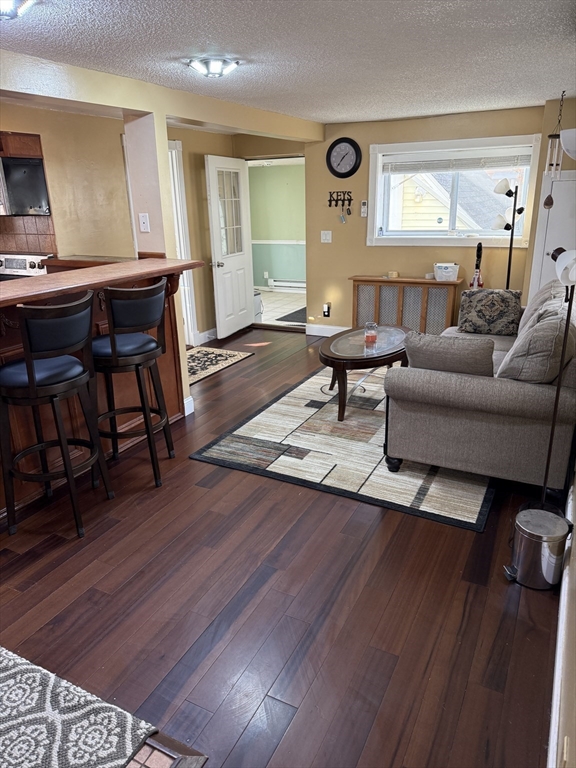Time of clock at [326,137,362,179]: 1:36
